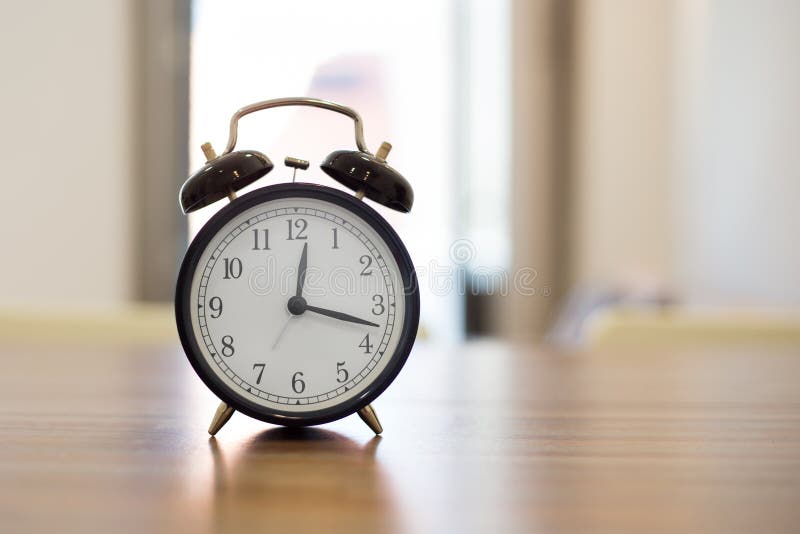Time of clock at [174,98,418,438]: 12:17
